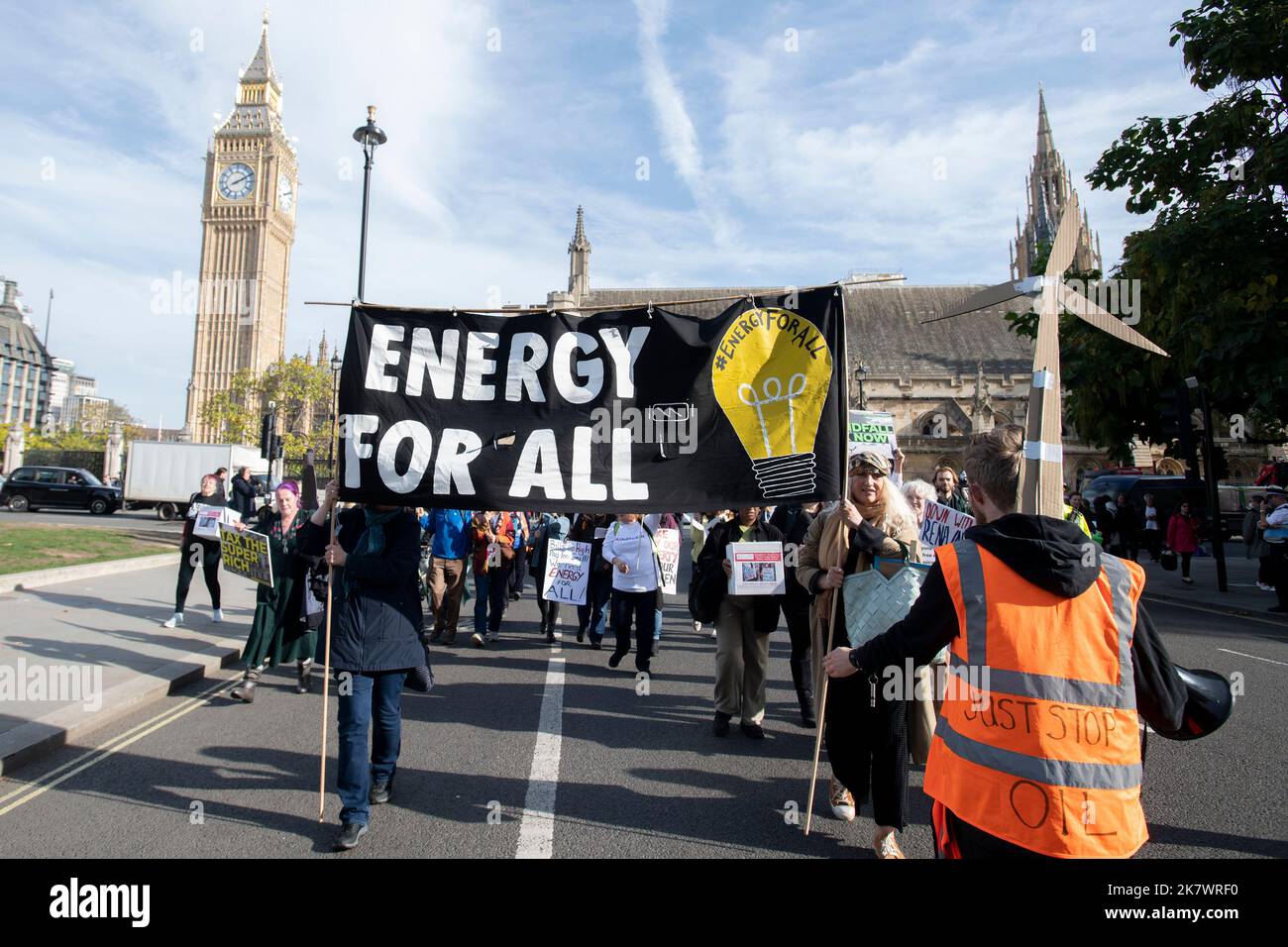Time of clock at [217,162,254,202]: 2:10
